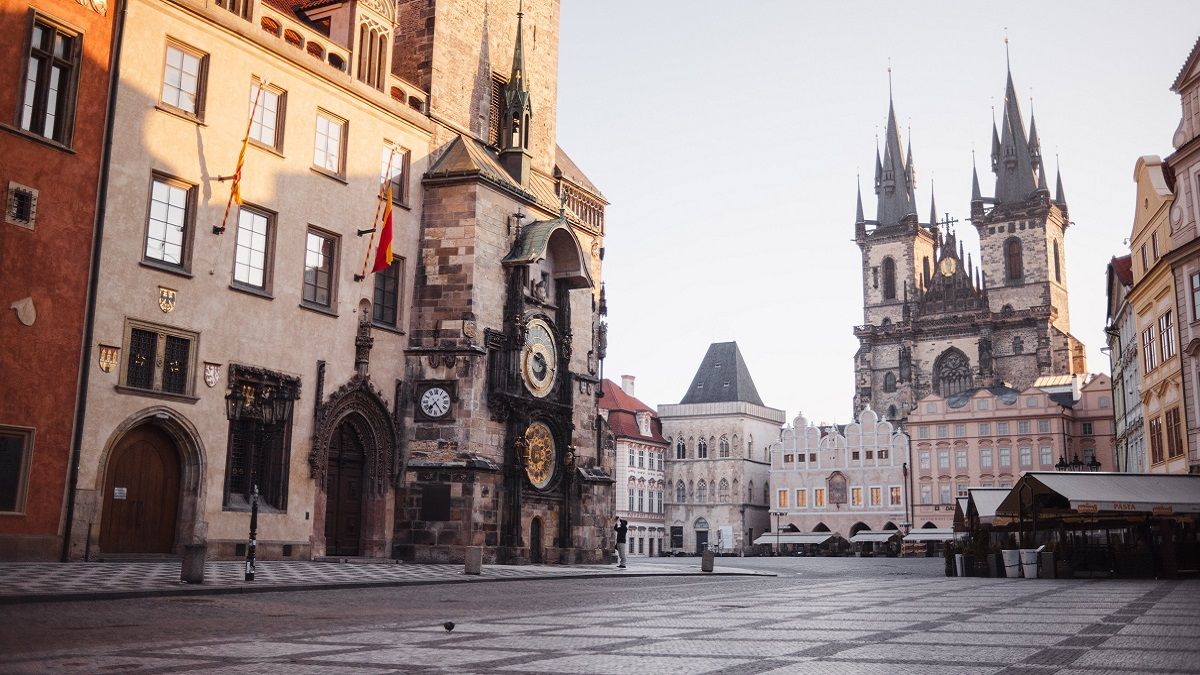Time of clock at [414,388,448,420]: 7:24
